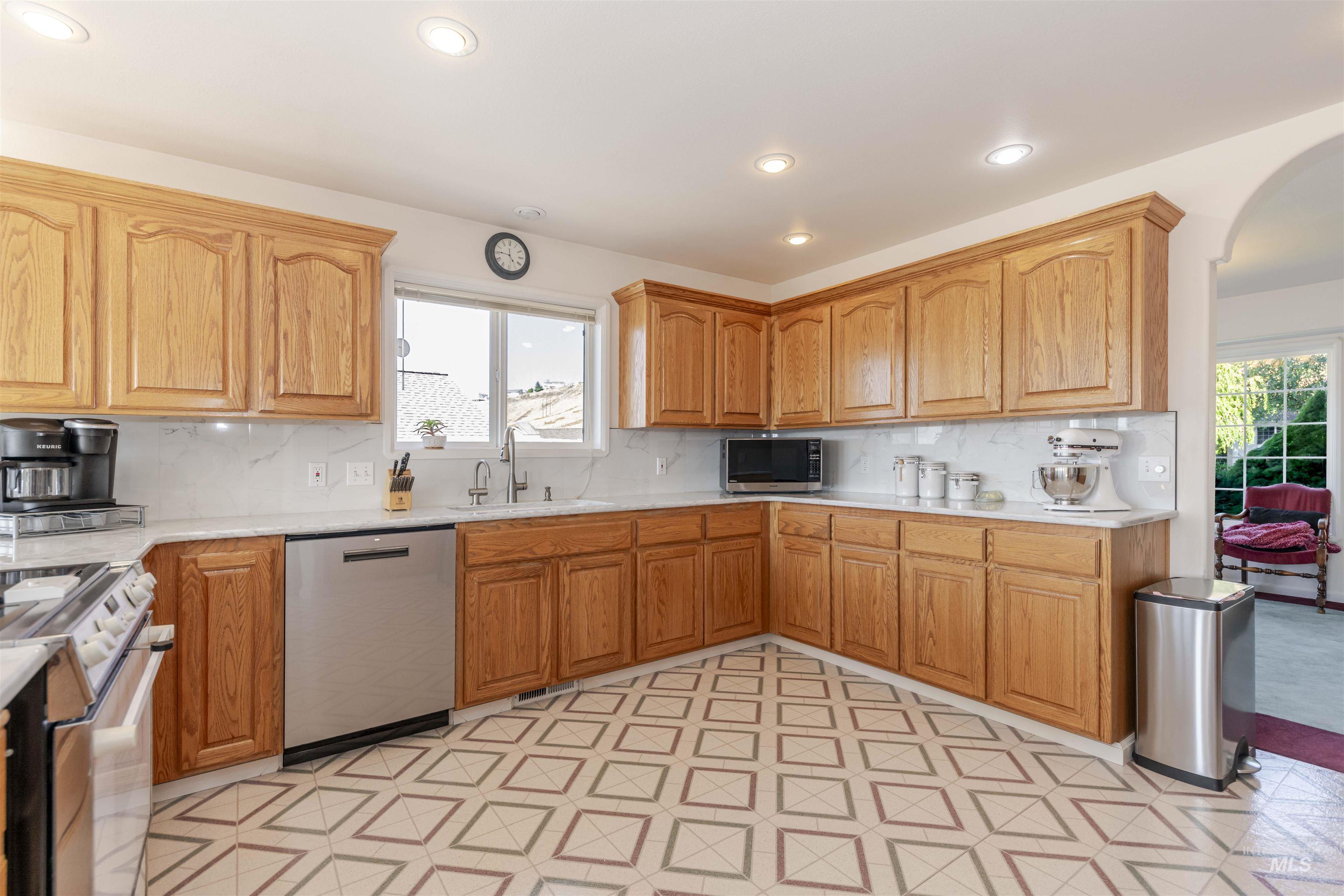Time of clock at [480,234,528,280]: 4:46
